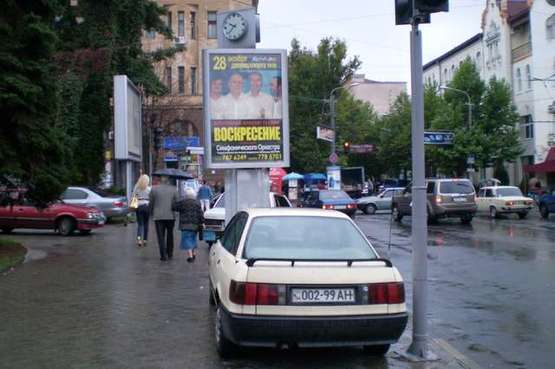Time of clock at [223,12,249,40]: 9:38
